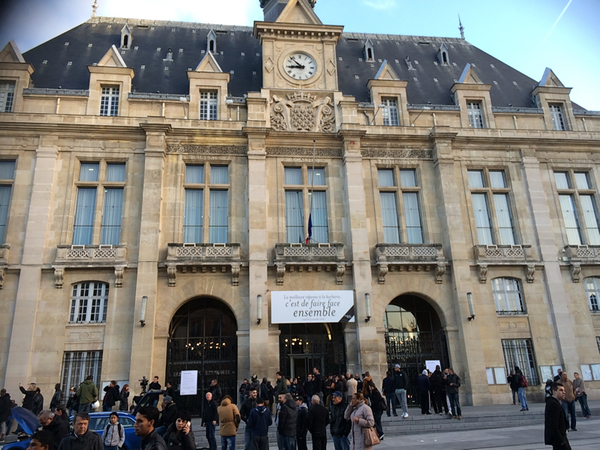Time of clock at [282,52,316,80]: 8:52
